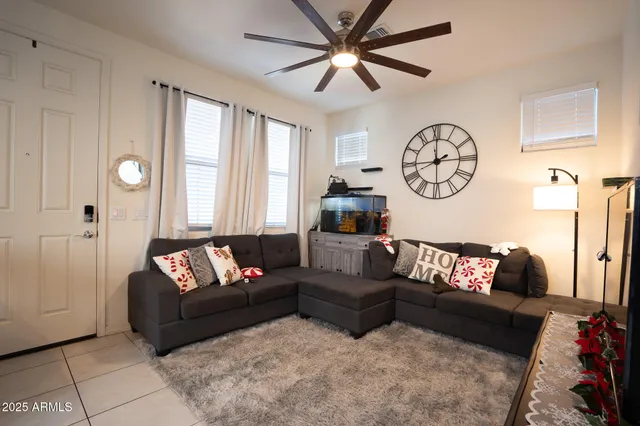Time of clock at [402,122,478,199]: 2:00
